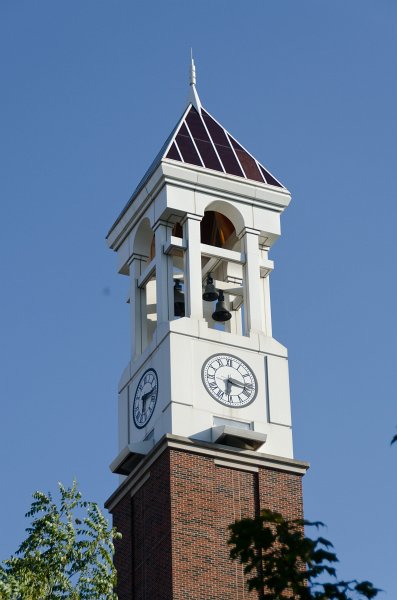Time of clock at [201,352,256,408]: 6:17
